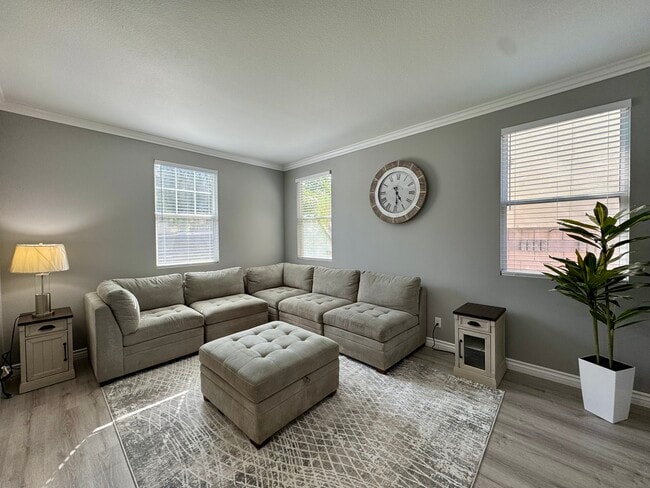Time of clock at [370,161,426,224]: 4:29
